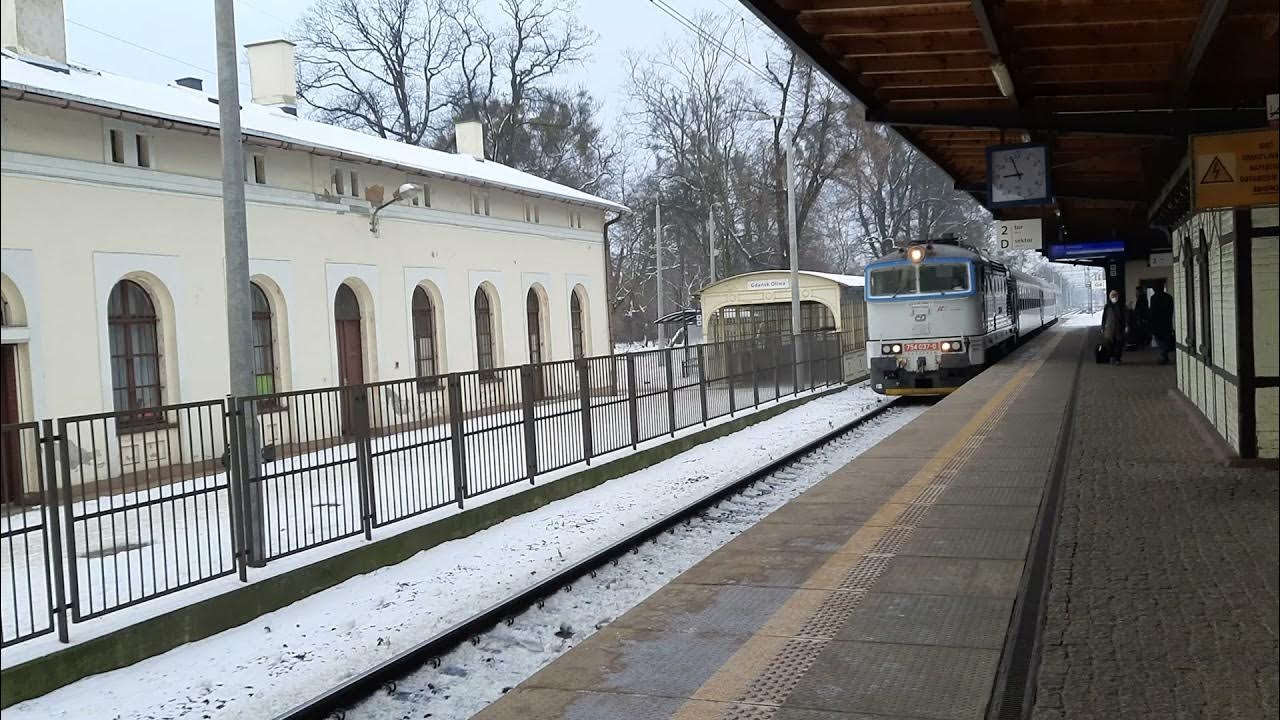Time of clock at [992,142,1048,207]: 8:56
